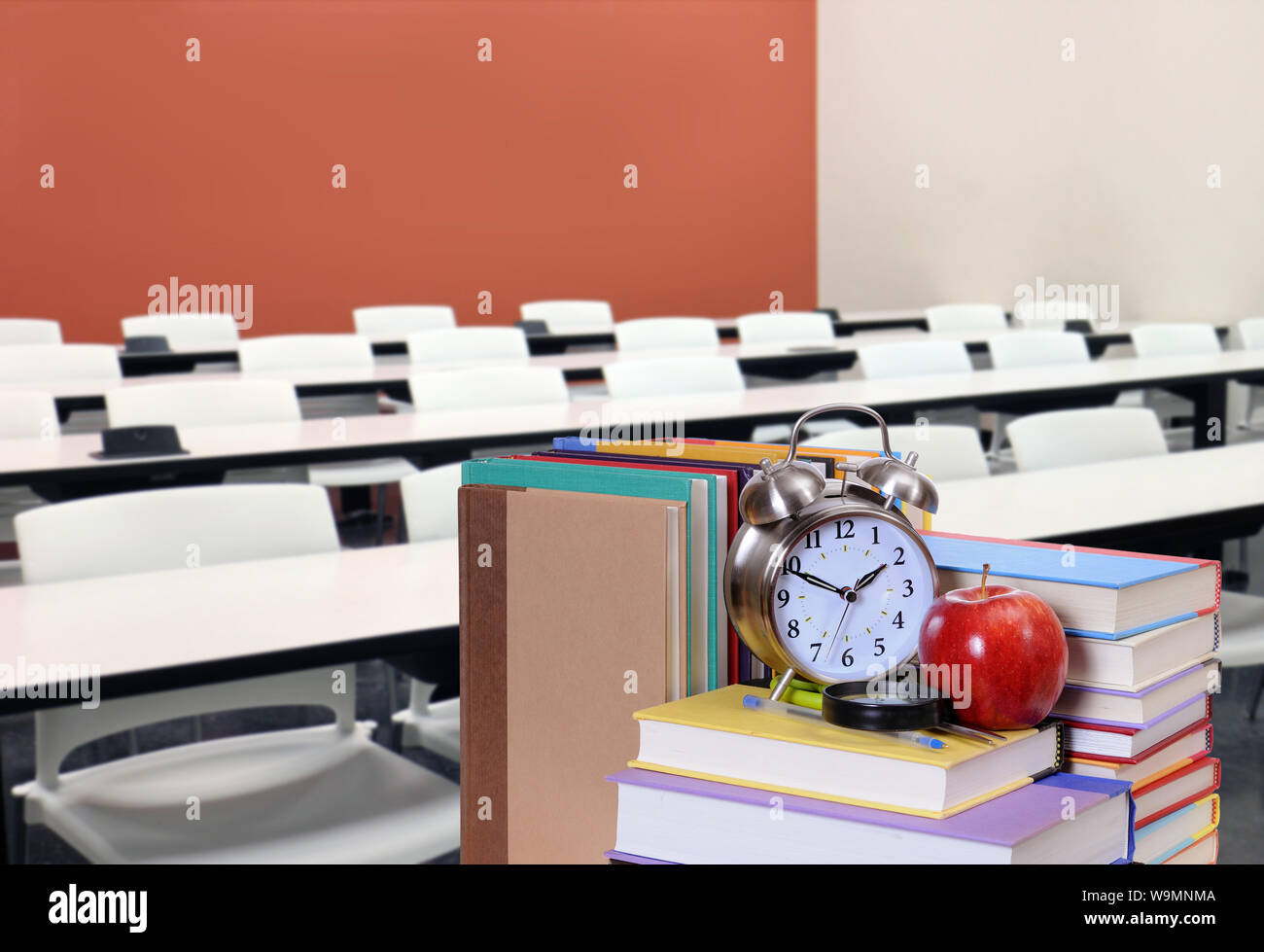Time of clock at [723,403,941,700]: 1:49
